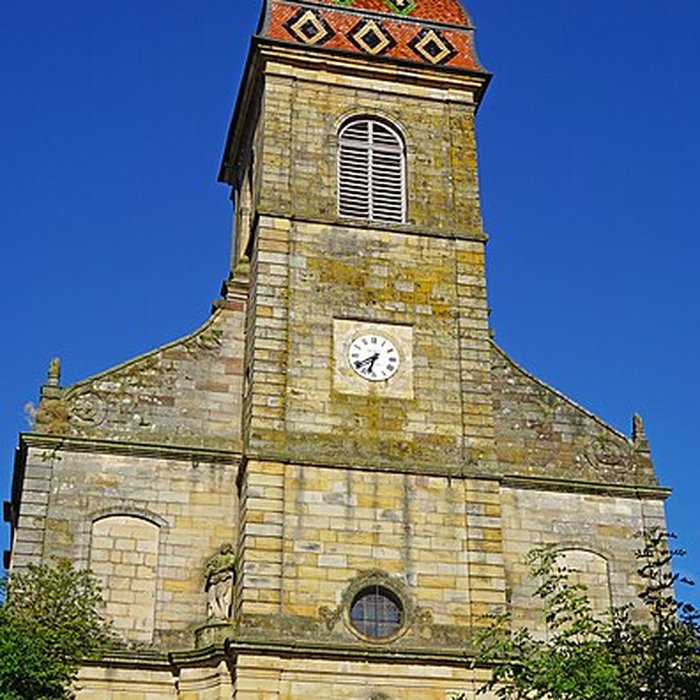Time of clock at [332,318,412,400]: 6:39
